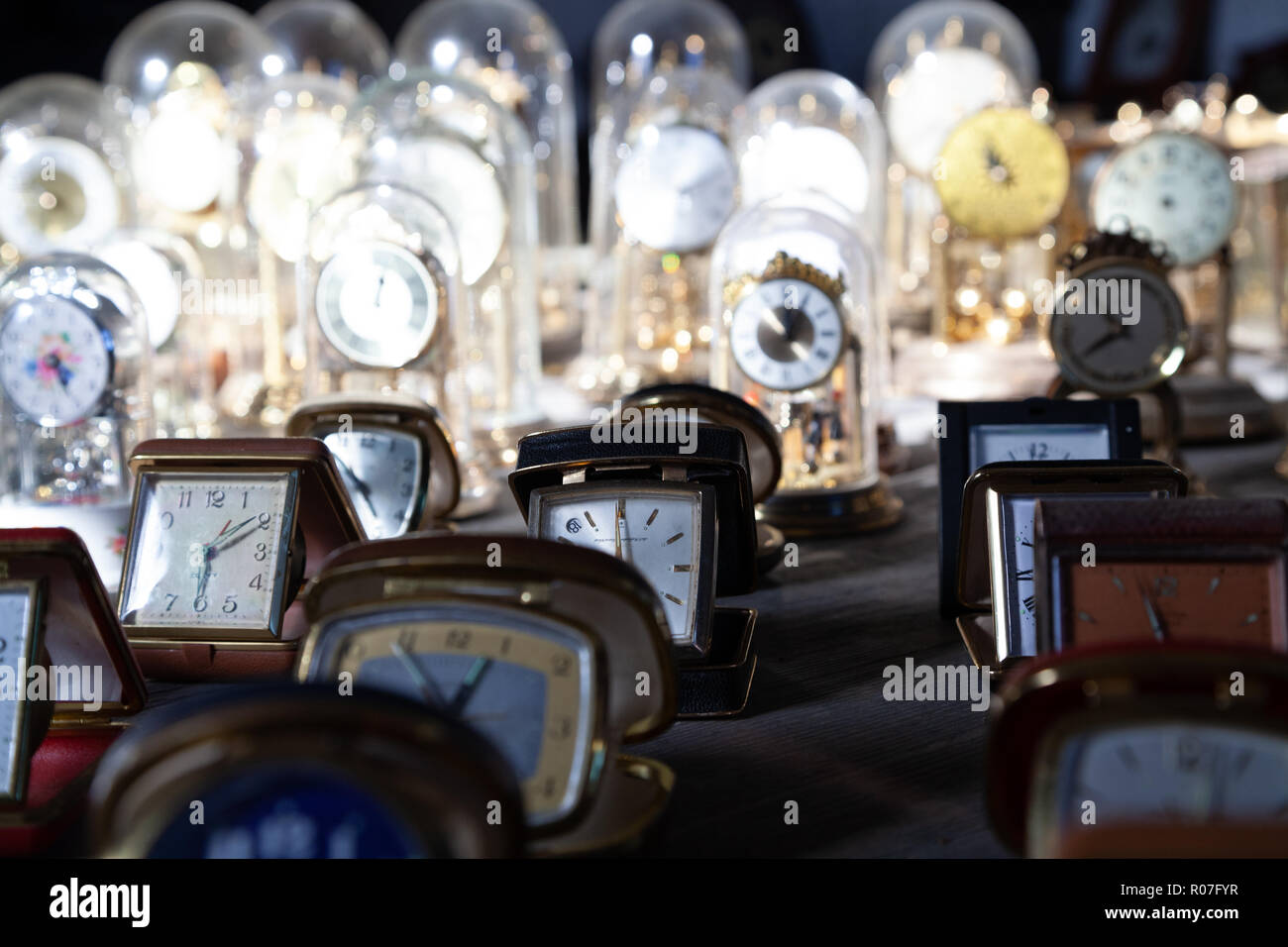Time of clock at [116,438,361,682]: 6:10
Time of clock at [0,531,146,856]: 6:10
